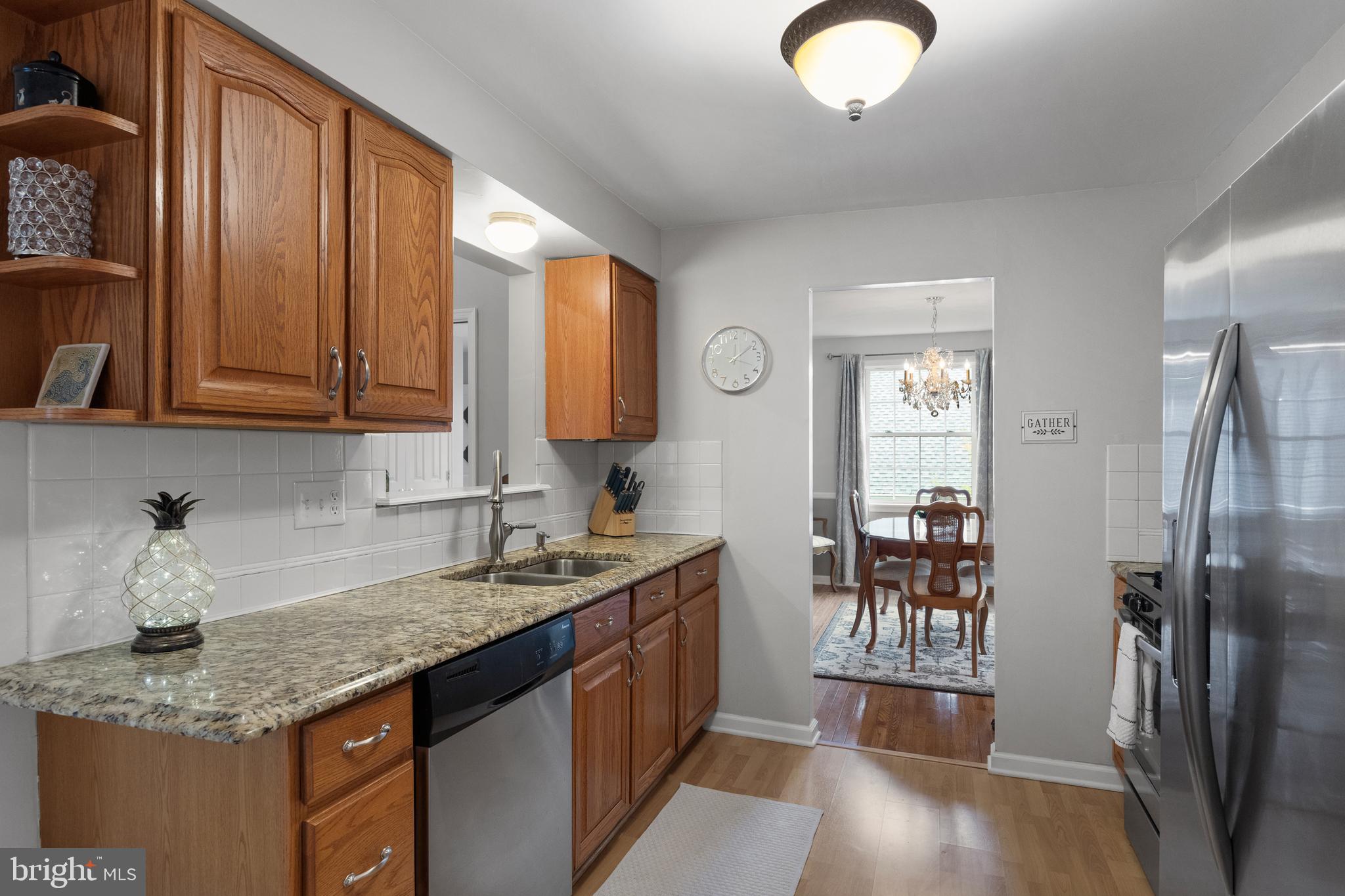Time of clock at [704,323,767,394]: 12:09
